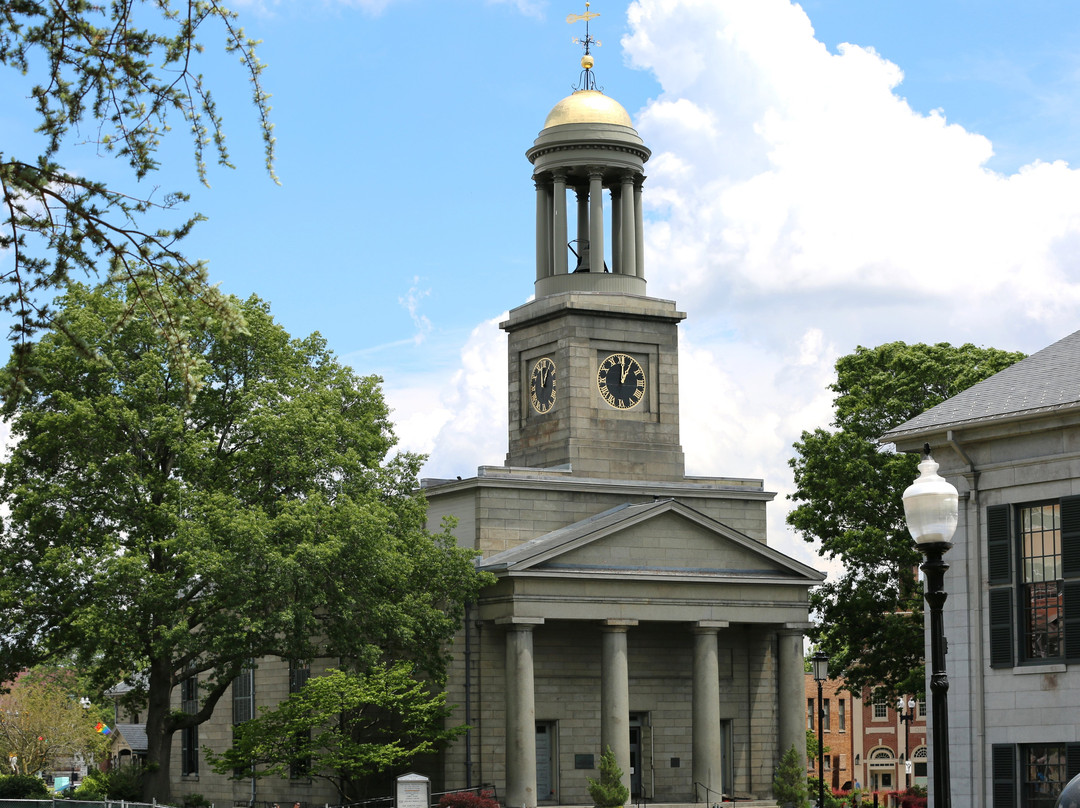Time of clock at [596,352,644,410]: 1:00
